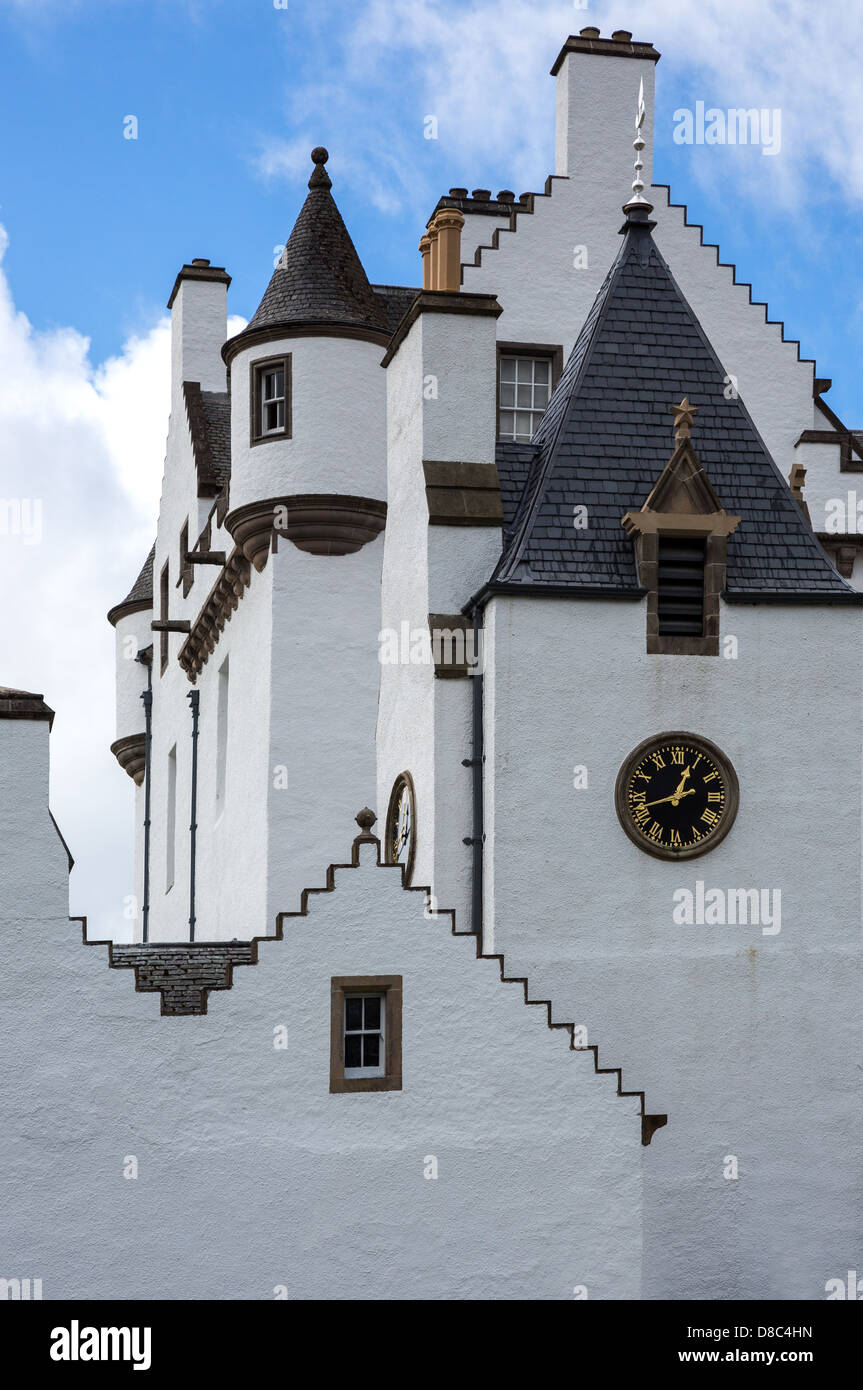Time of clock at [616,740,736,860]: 12:42
